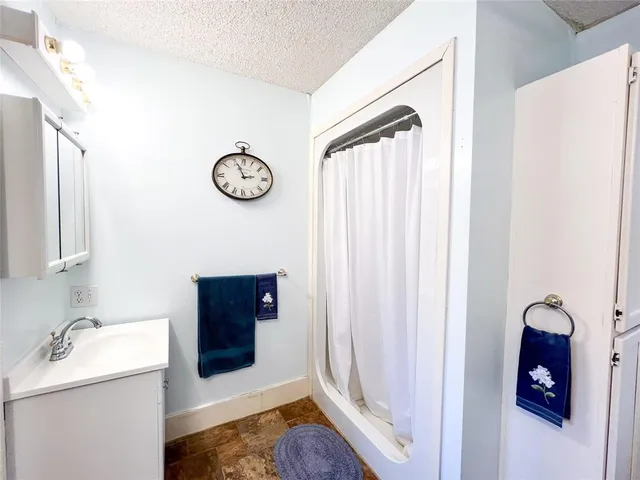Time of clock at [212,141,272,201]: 2:56
